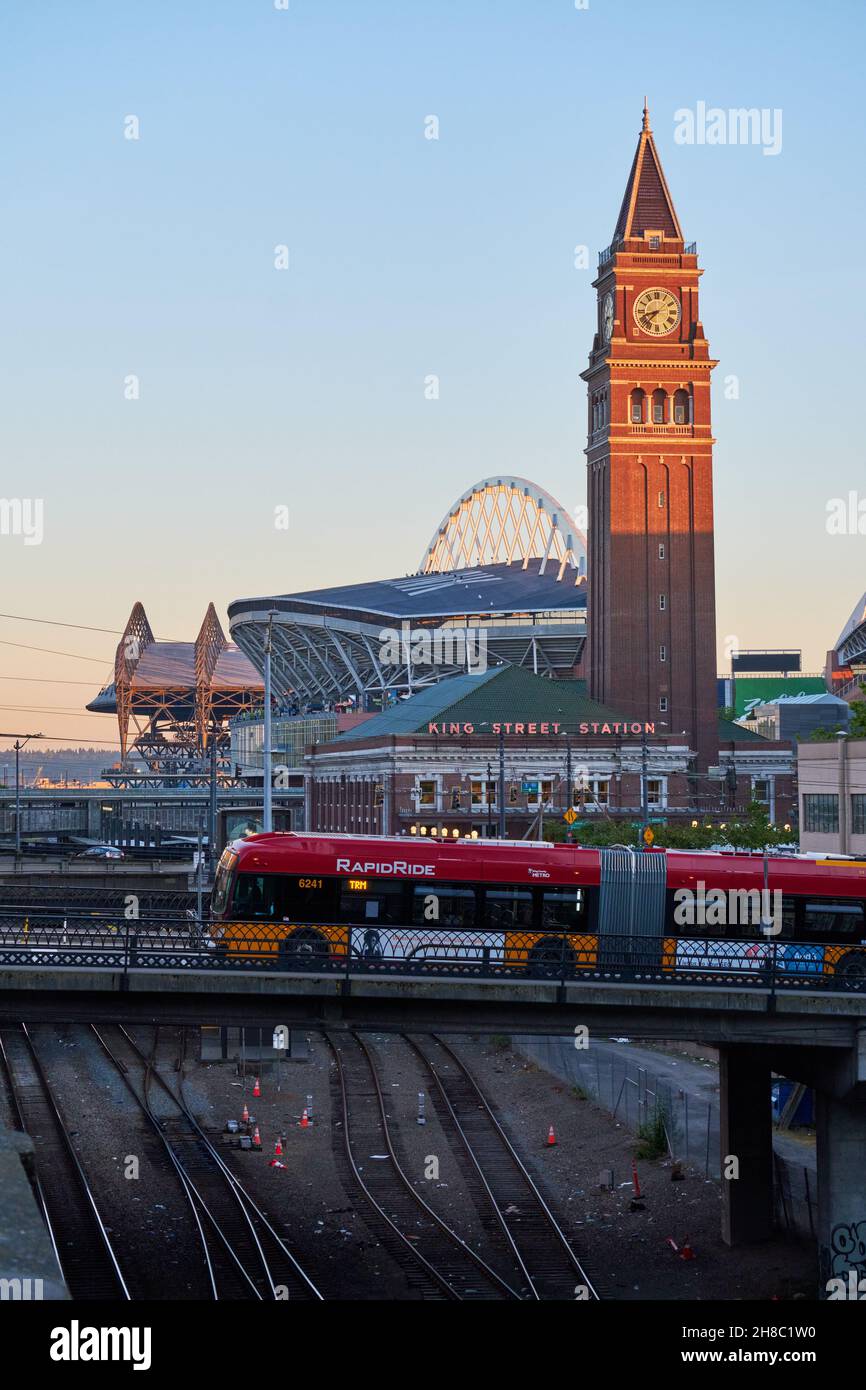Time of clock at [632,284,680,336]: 8:37
